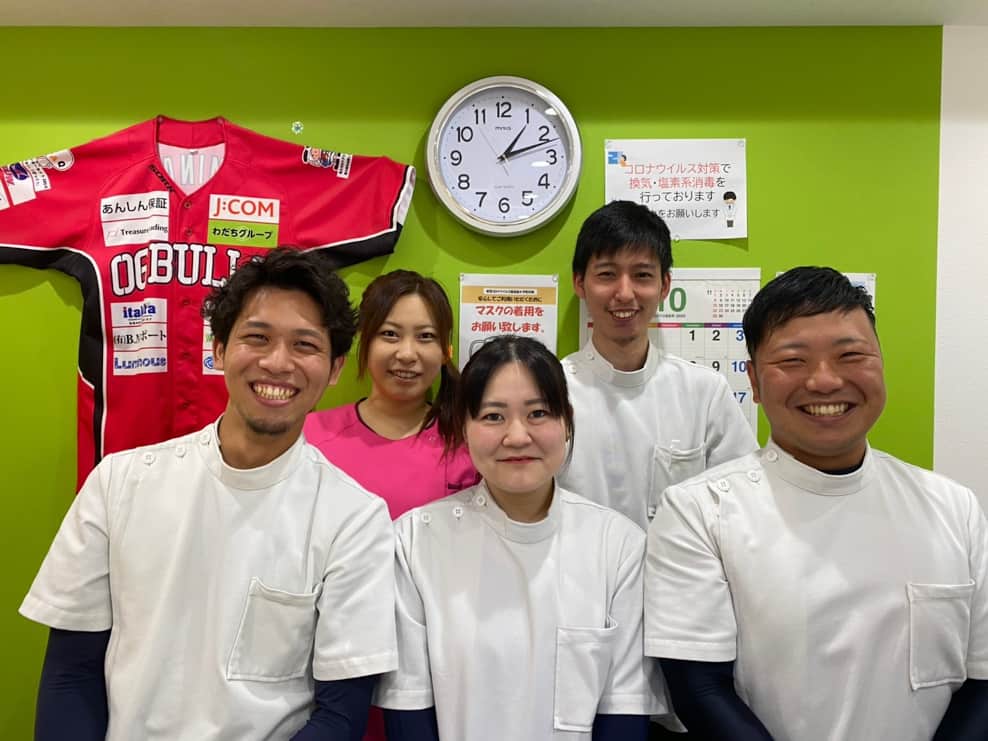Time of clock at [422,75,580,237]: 1:11
